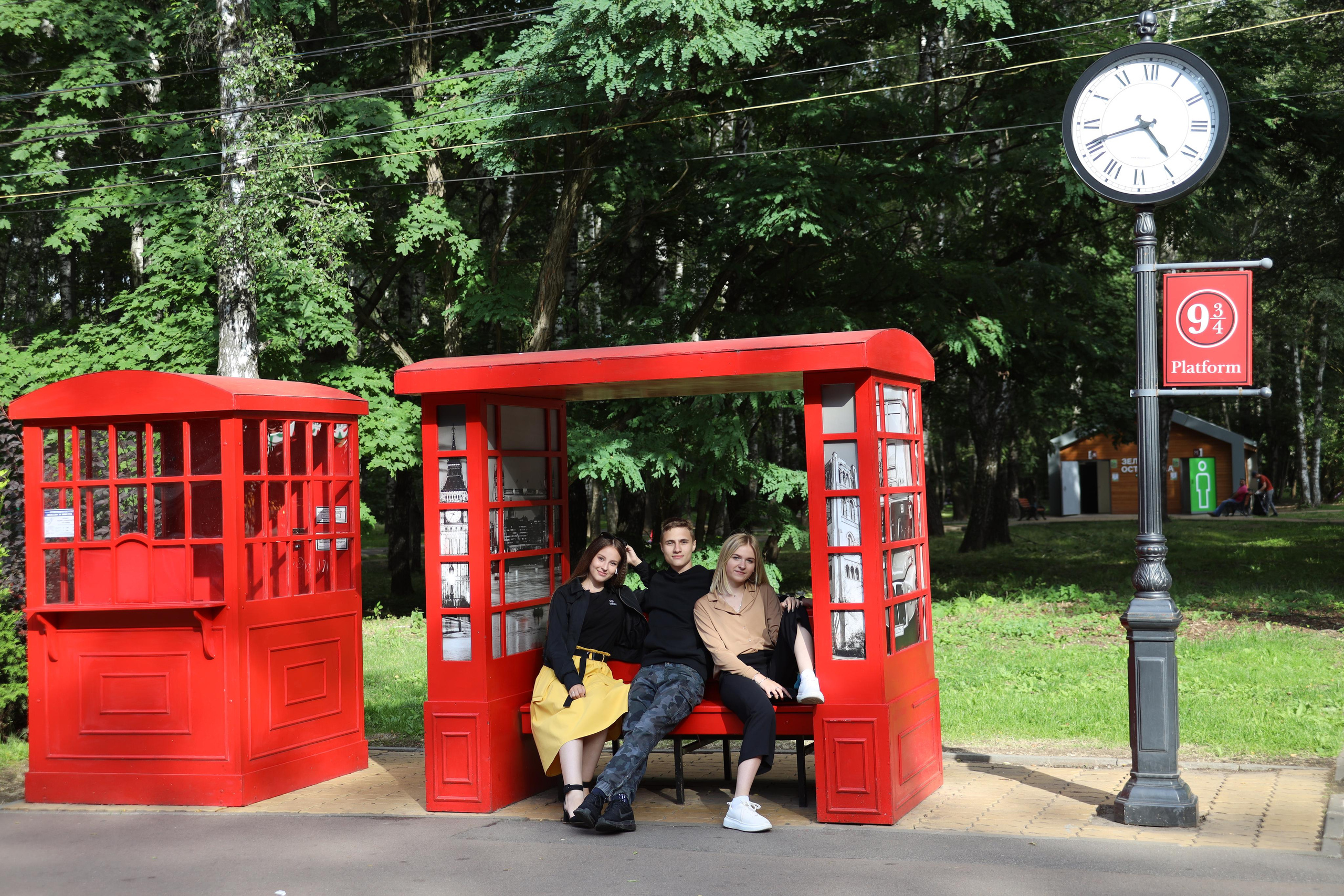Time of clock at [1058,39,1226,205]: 4:41
